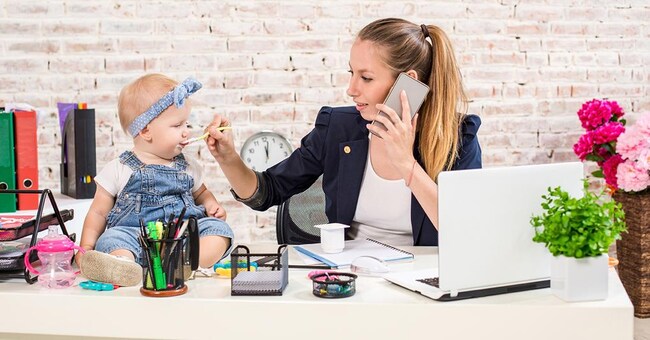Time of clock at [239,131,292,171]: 12:02
